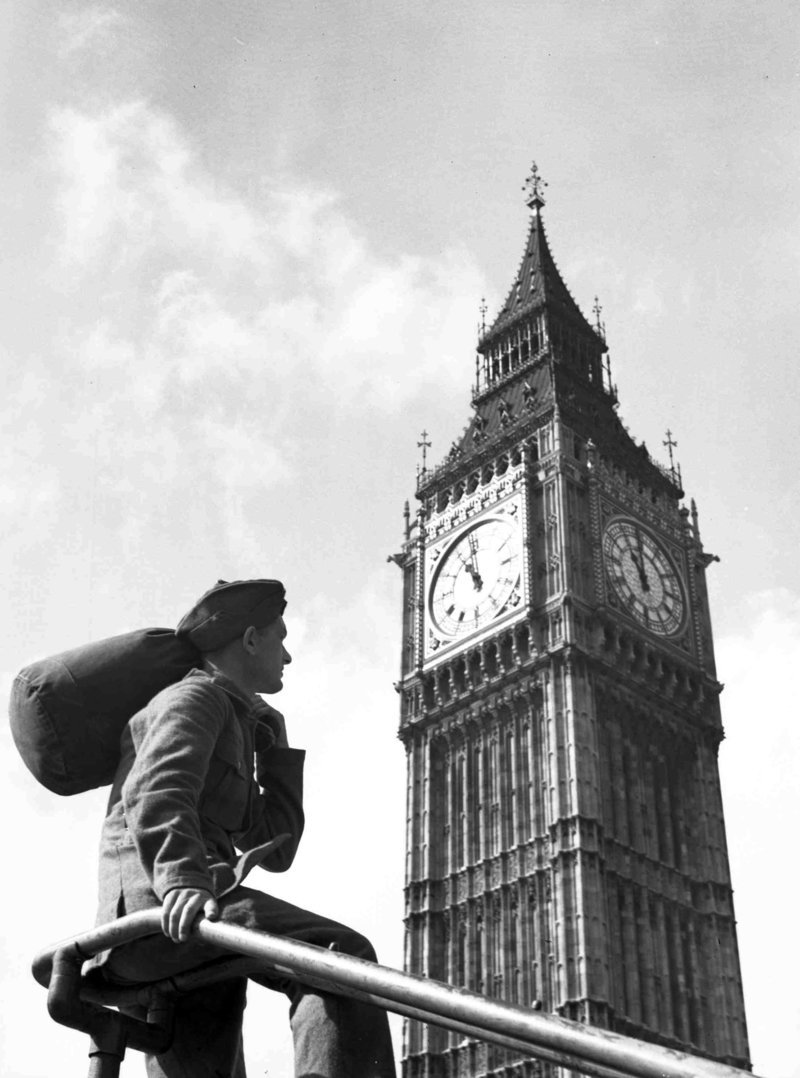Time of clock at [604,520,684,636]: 11:00
